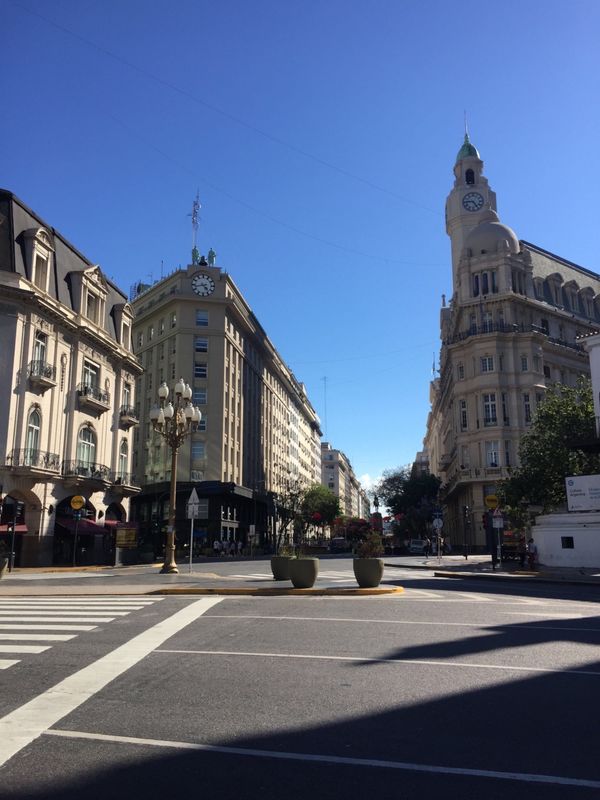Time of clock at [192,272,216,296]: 4:42
